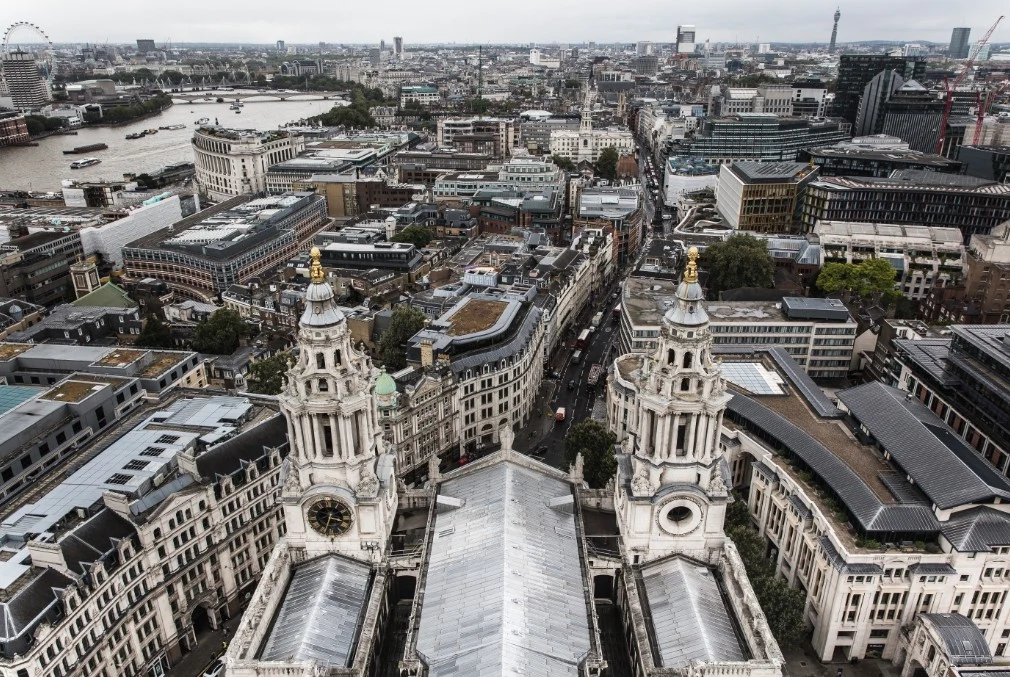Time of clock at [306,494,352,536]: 3:33
